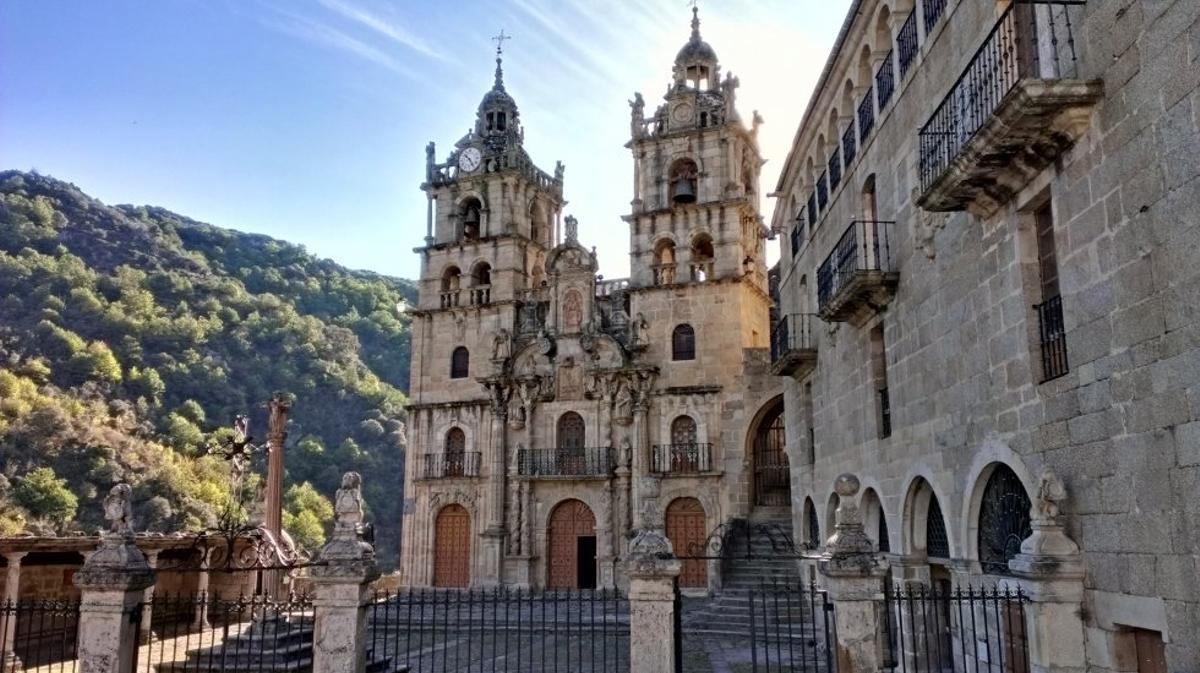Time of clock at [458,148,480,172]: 10:24
